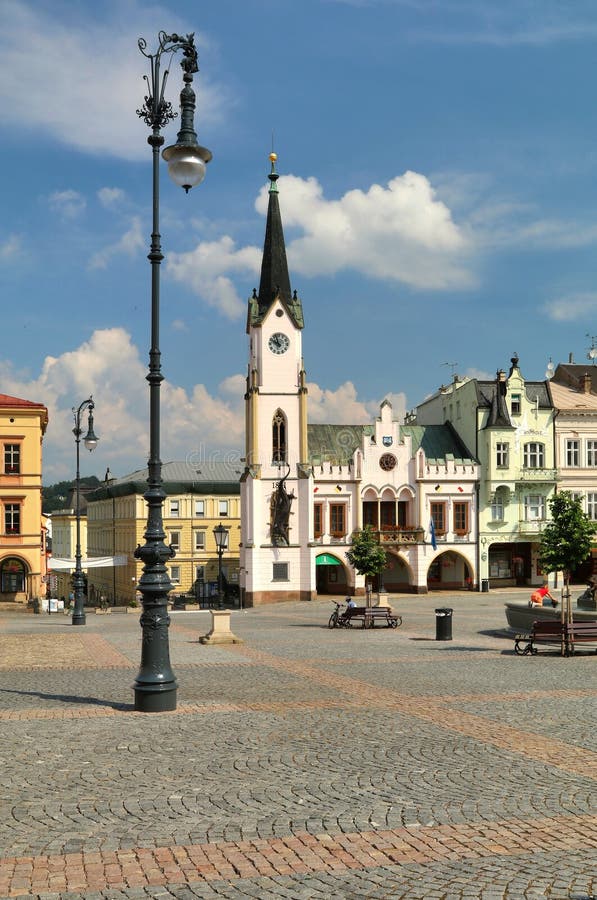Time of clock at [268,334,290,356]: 9:57
